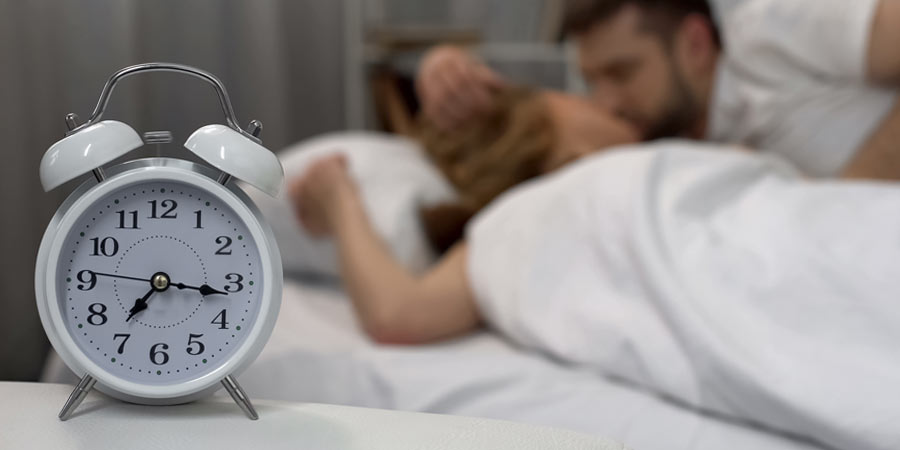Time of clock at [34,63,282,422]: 7:16
